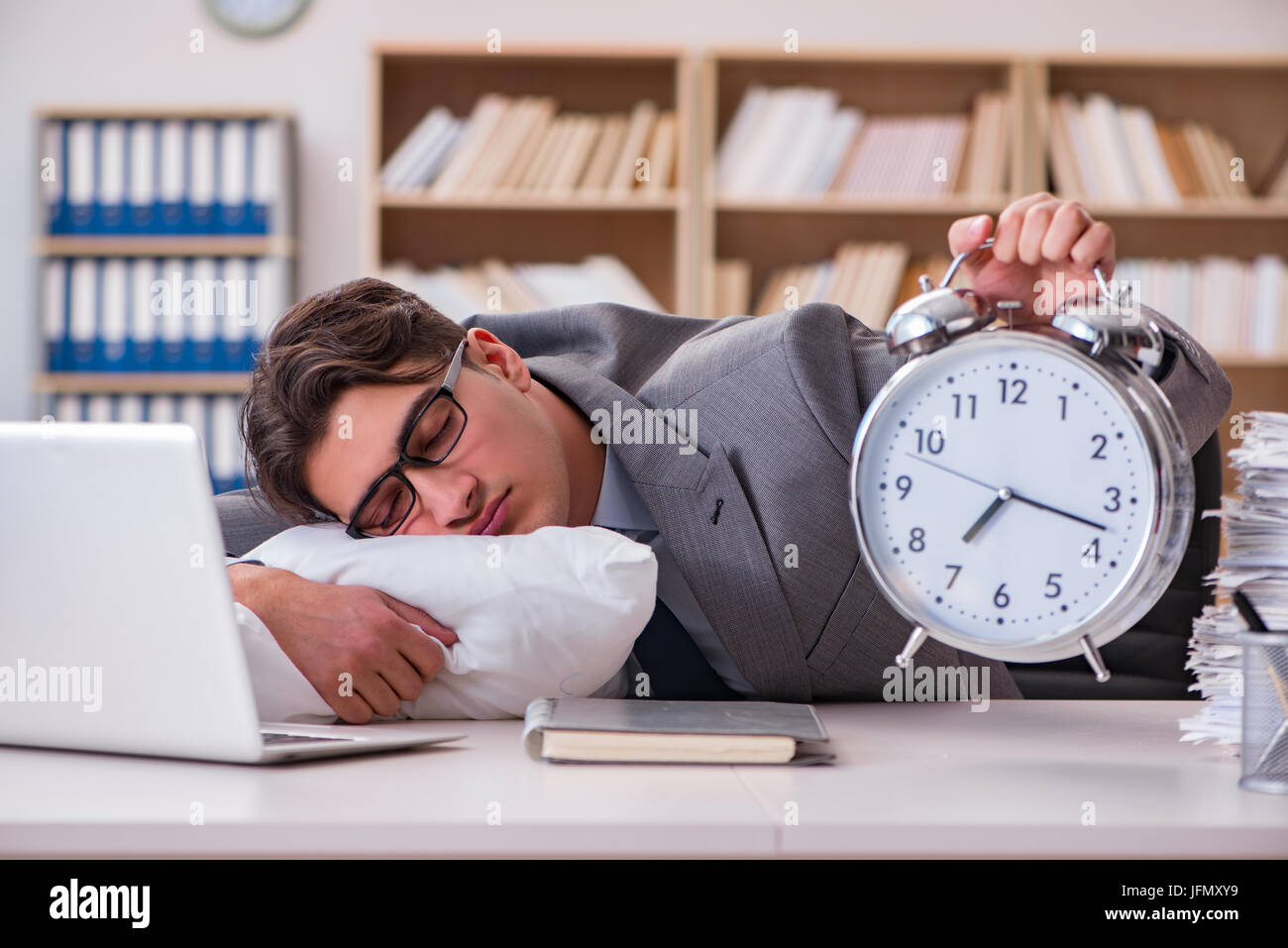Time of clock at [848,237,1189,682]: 7:17
